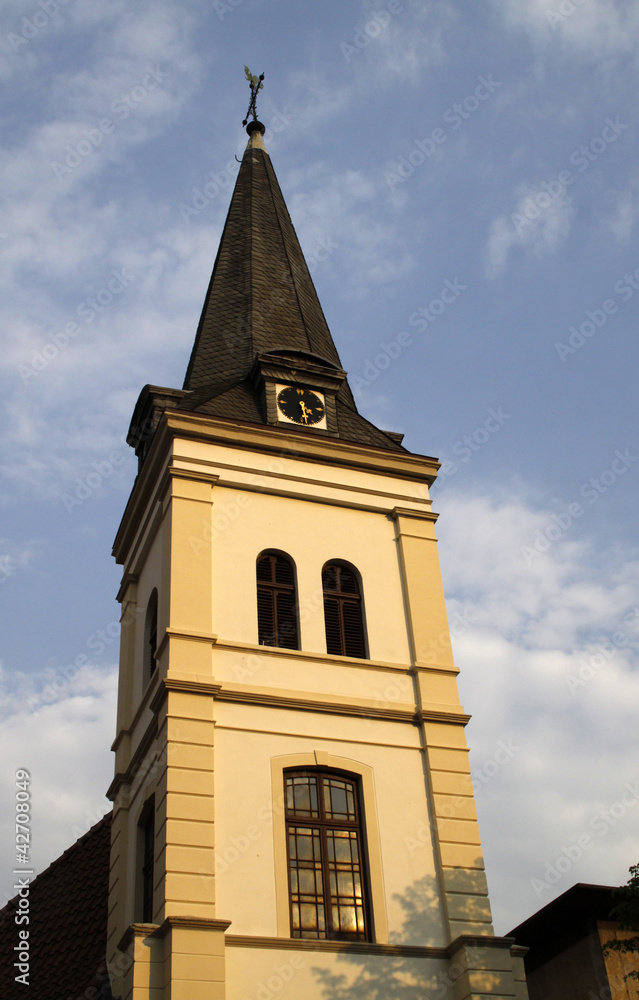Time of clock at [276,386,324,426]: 4:28
